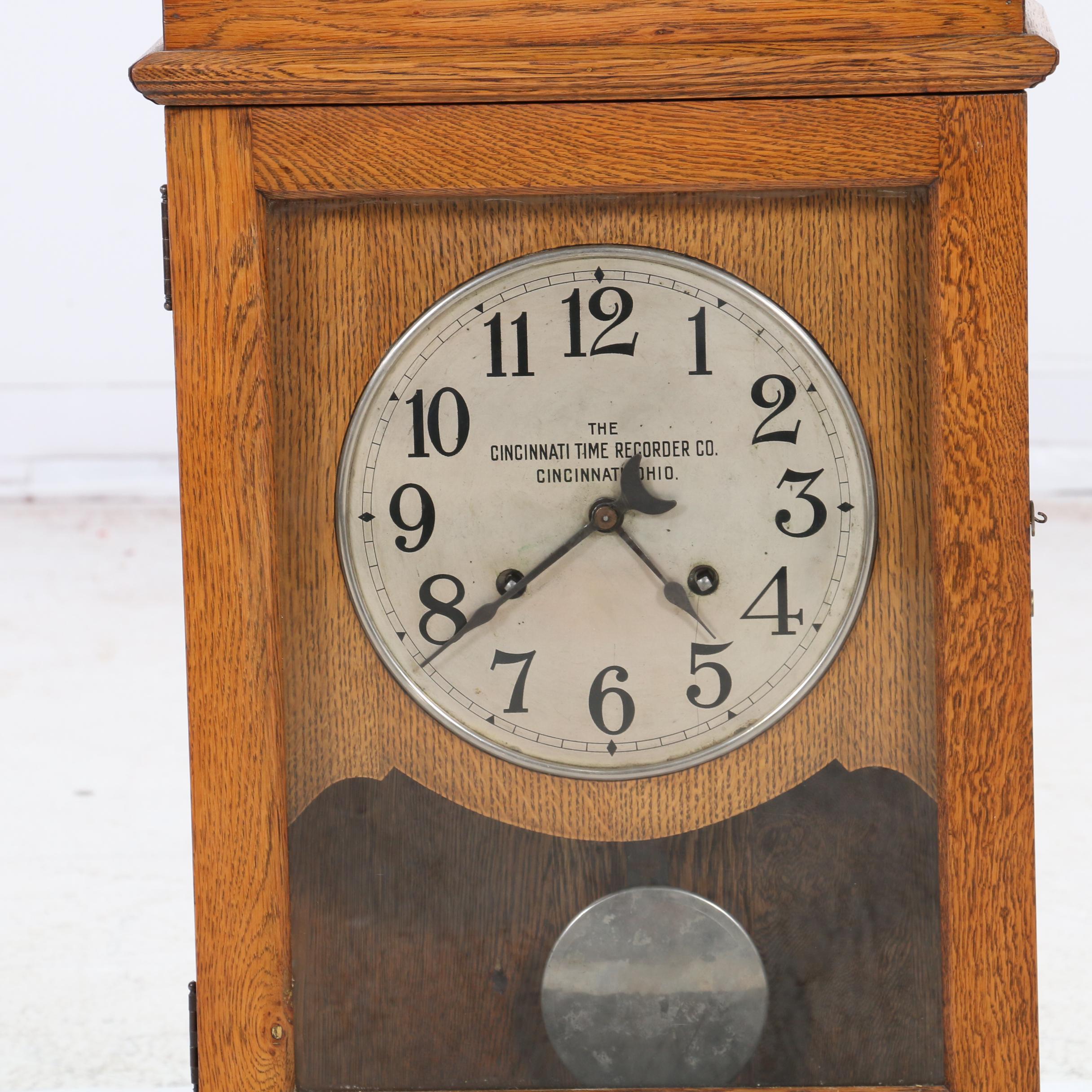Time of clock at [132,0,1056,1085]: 4:38
